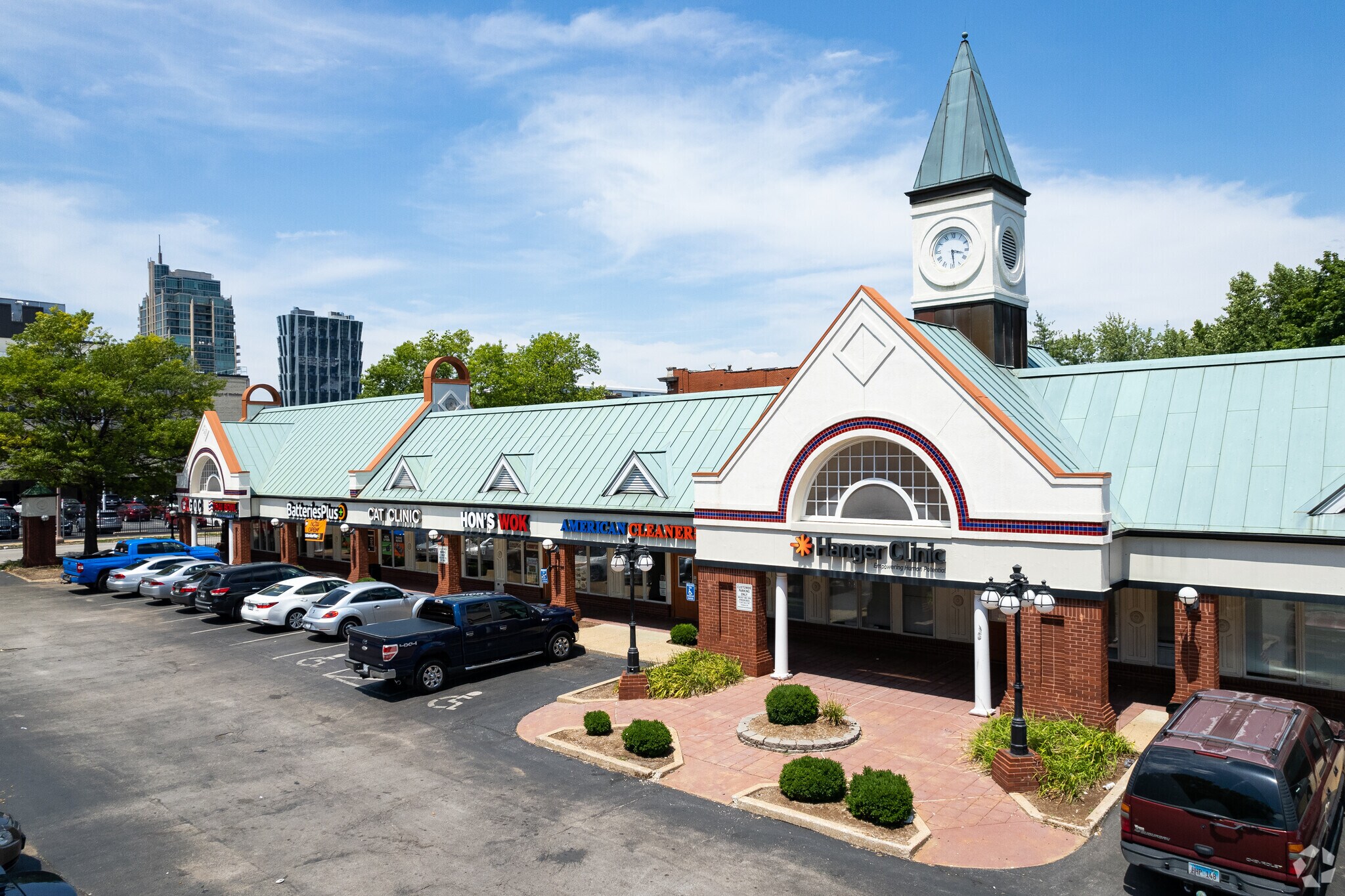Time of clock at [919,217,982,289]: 3:28
